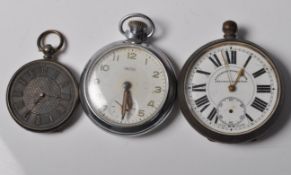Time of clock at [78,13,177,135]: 5:29
